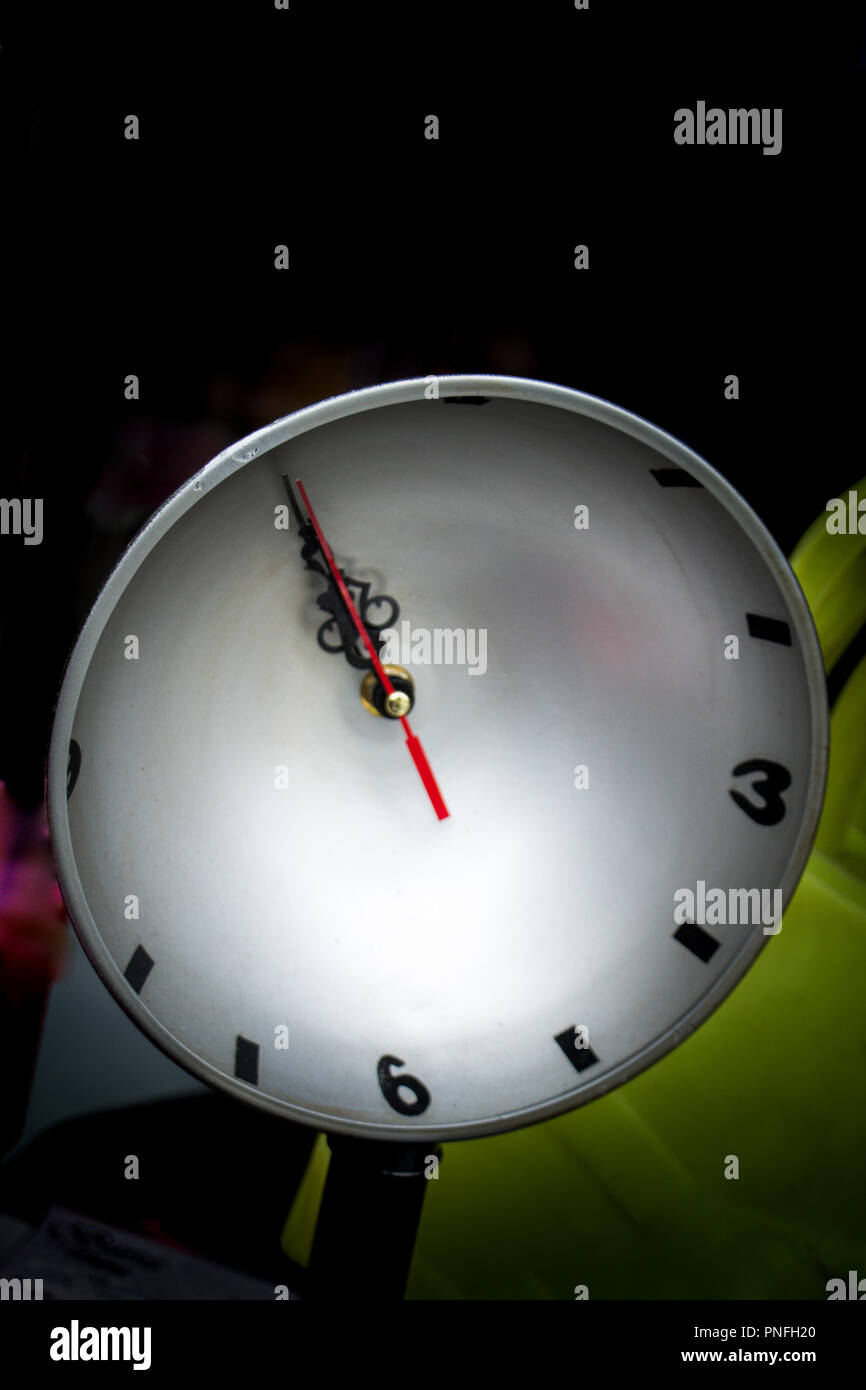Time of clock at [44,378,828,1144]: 10:55
